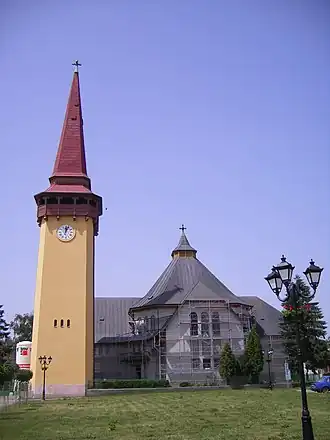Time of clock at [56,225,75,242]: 12:03
